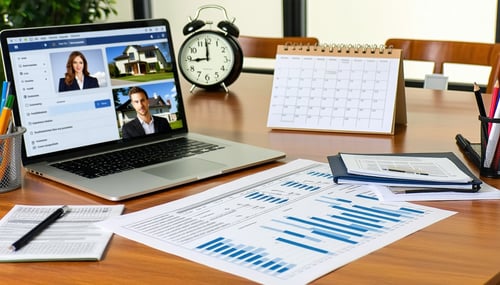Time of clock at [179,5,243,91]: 8:59
